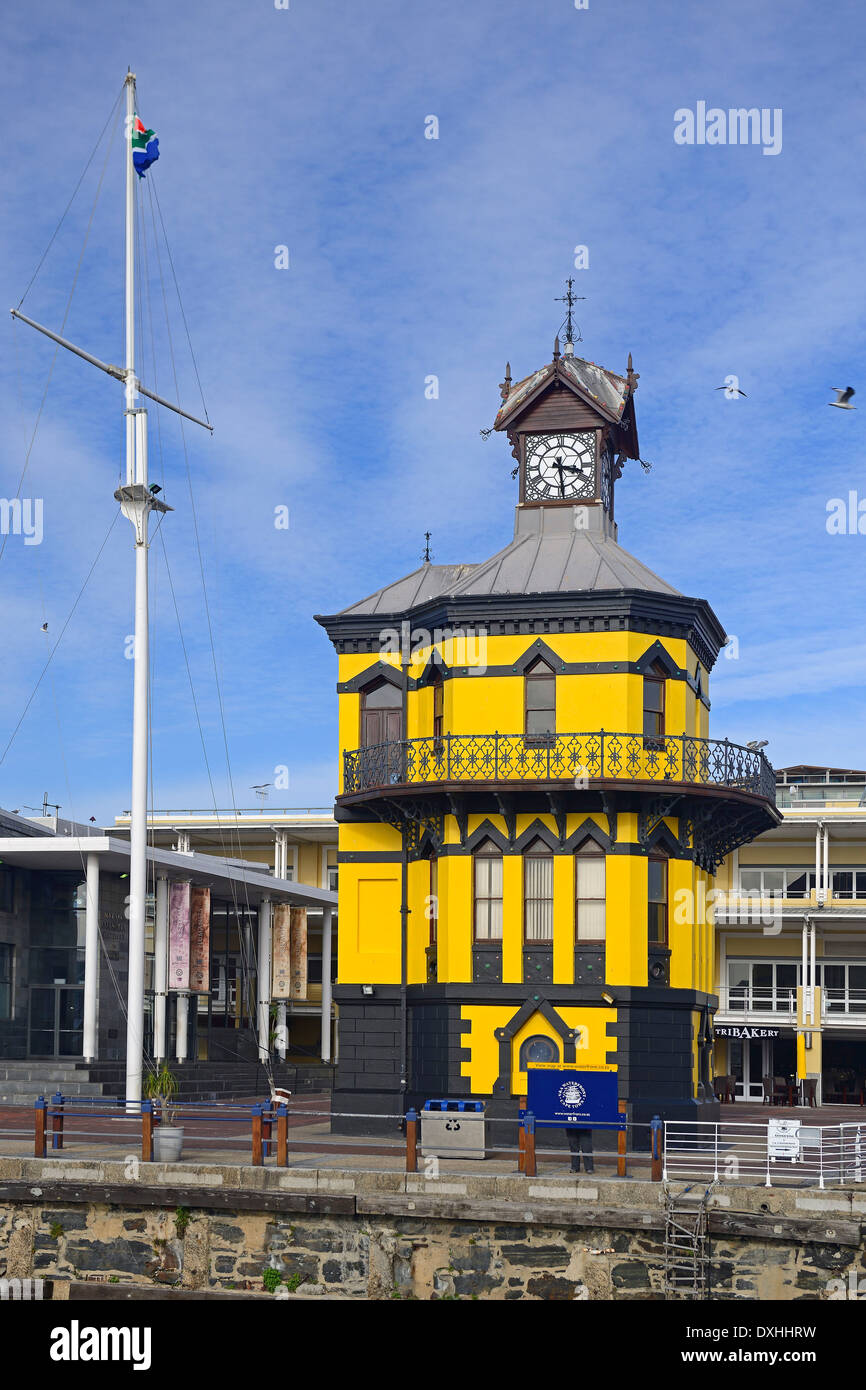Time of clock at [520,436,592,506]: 3:28
